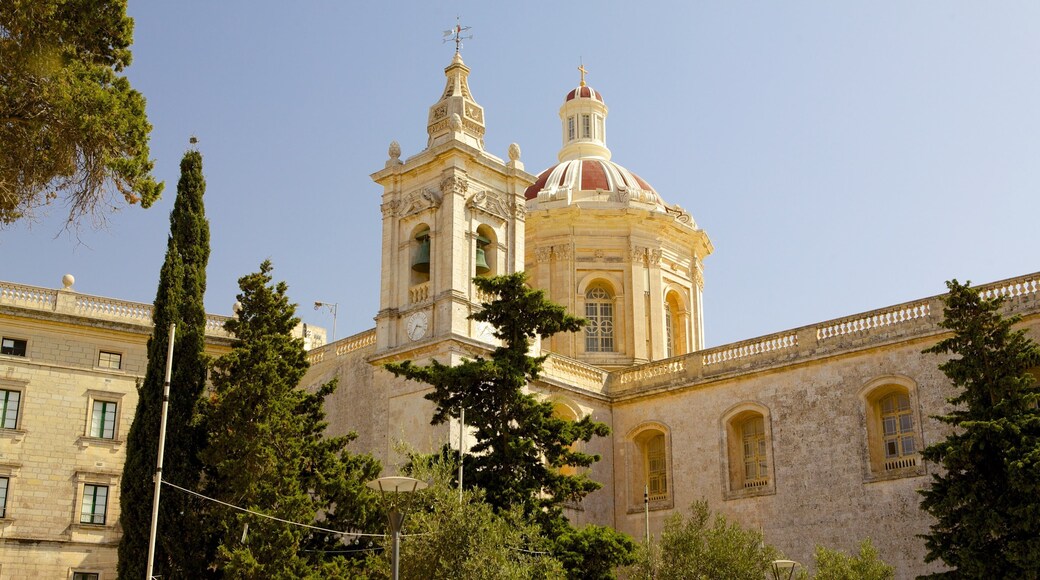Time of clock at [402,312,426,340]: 3:35
